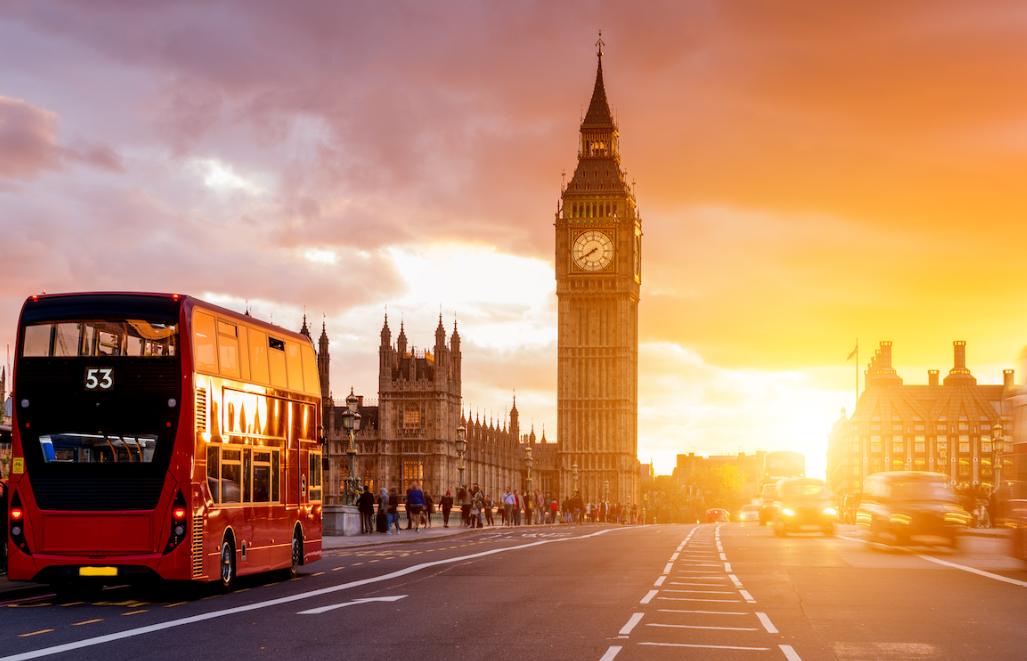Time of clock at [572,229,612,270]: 7:40
